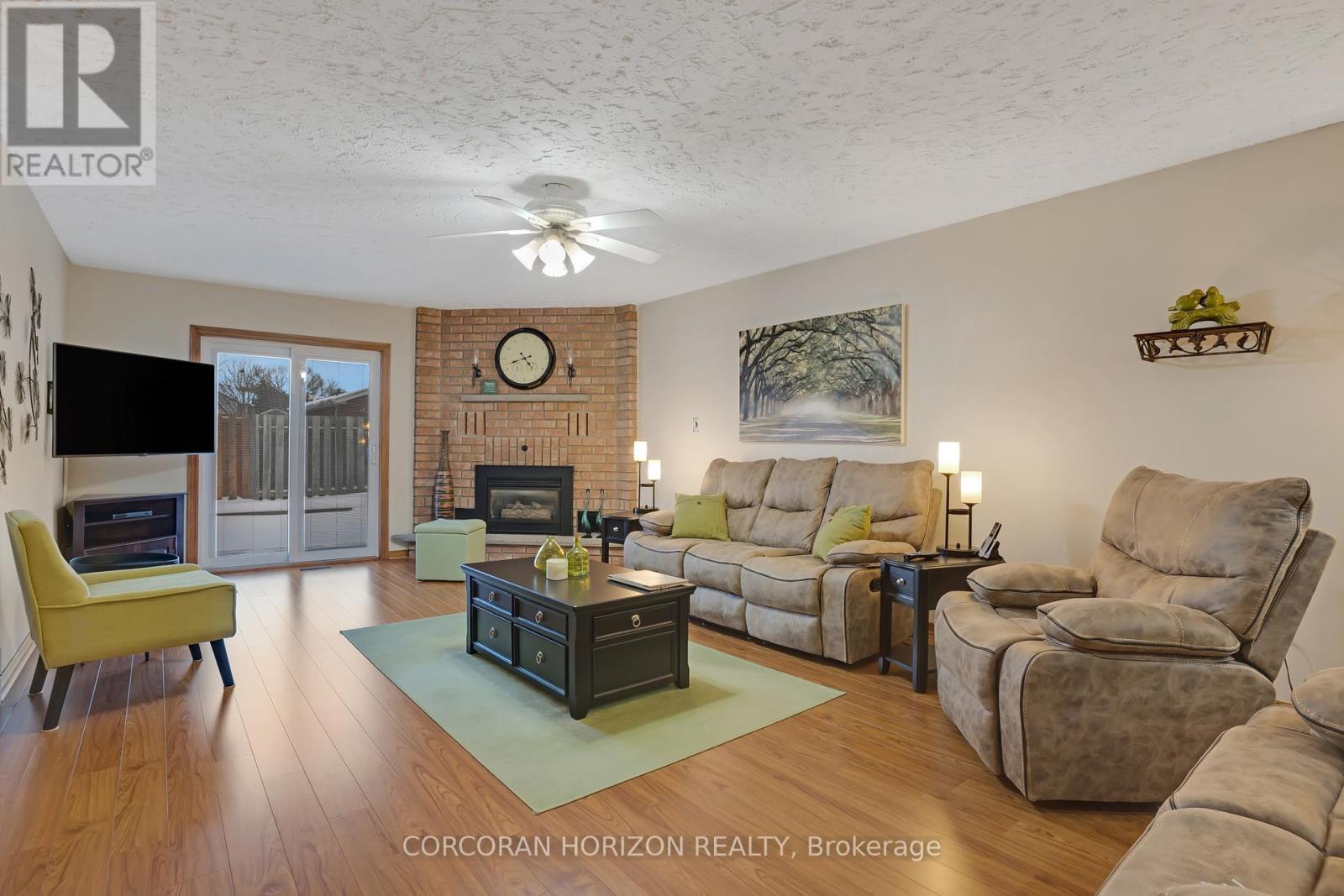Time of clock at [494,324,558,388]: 4:42
